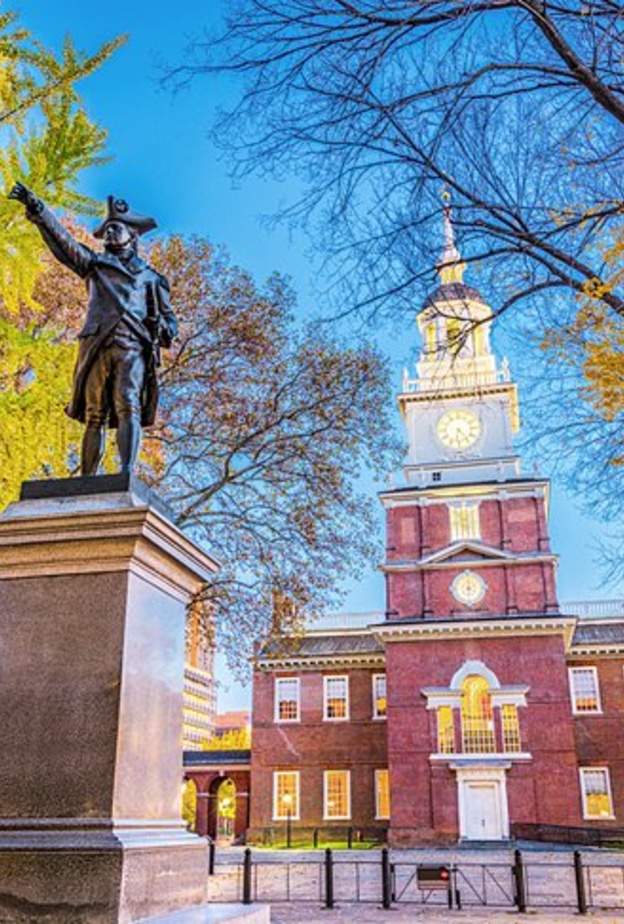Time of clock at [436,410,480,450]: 6:23
